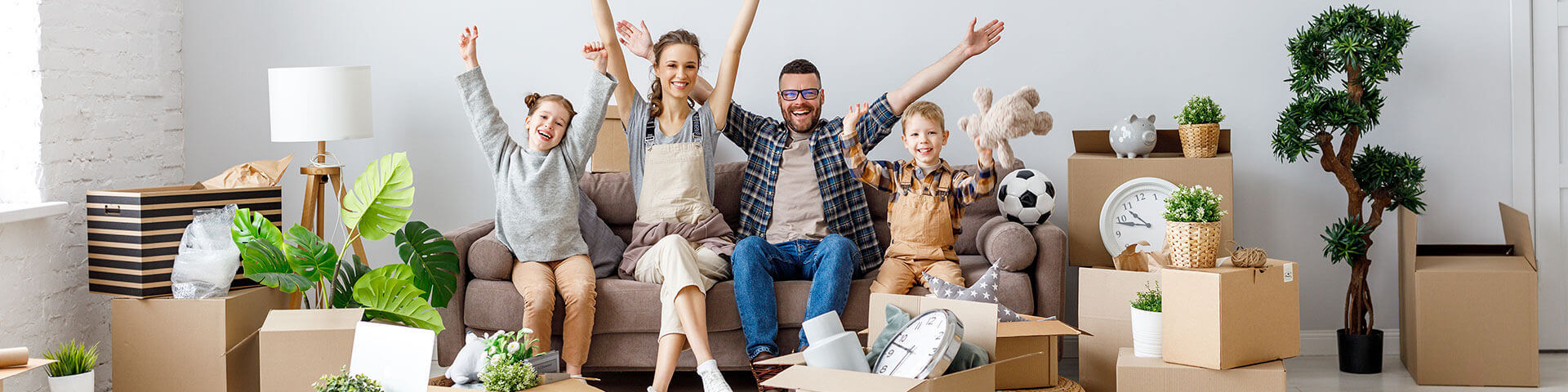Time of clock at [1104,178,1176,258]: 10:48
